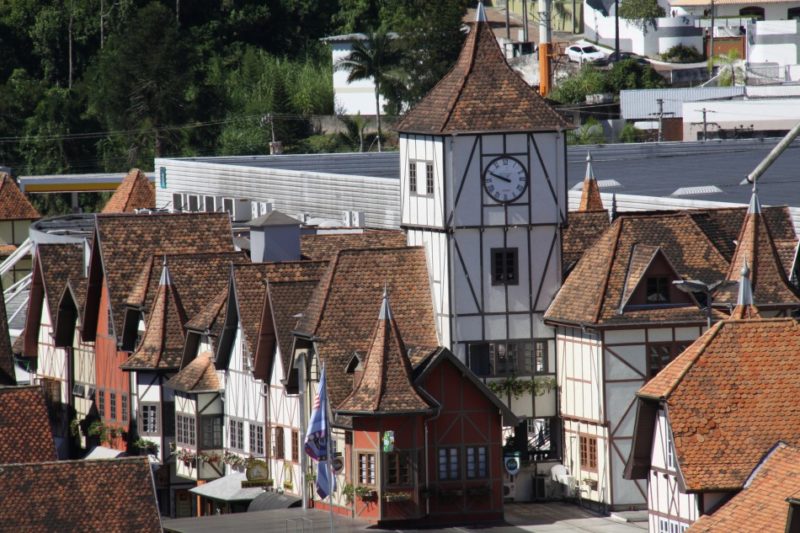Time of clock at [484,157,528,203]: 9:48
